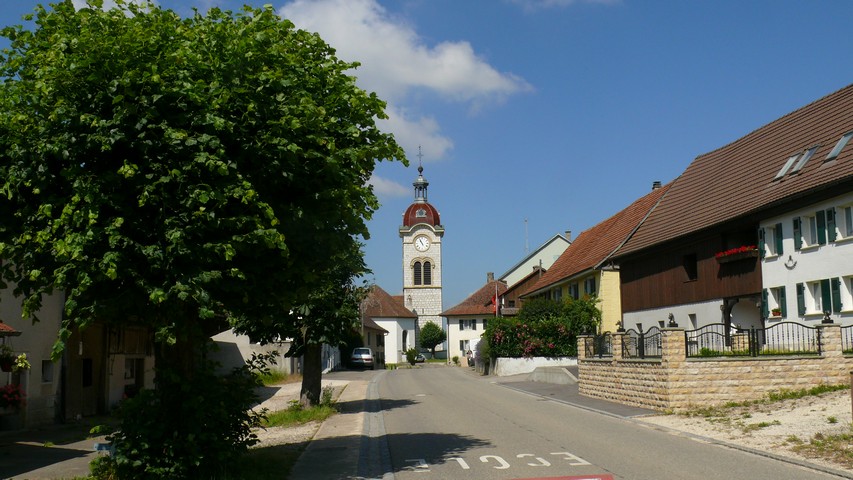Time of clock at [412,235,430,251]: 10:56
